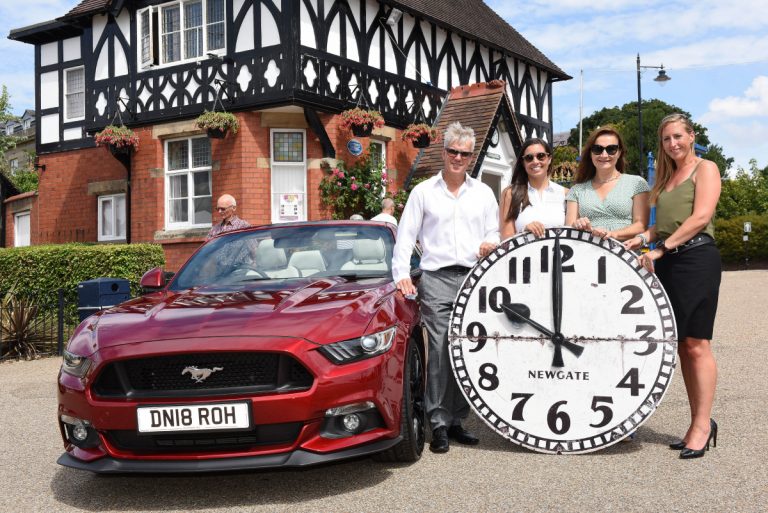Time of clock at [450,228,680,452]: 9:59
